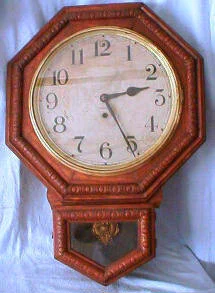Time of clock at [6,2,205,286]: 2:25
